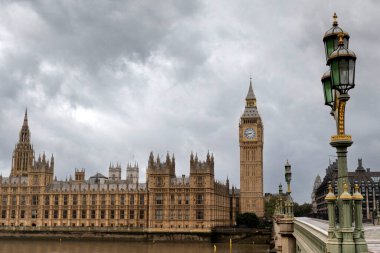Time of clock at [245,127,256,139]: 8:43
